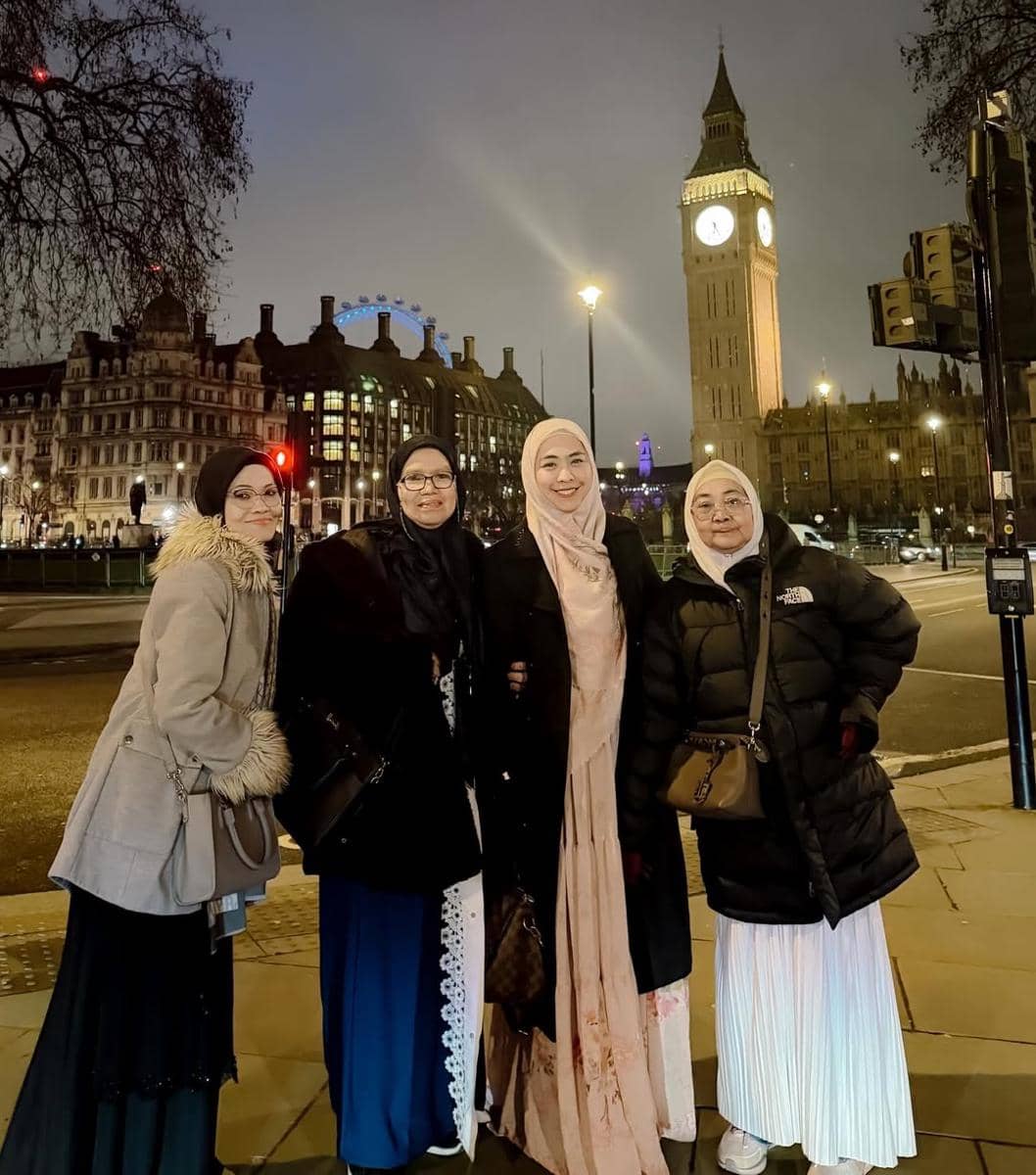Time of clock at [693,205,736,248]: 6:25
